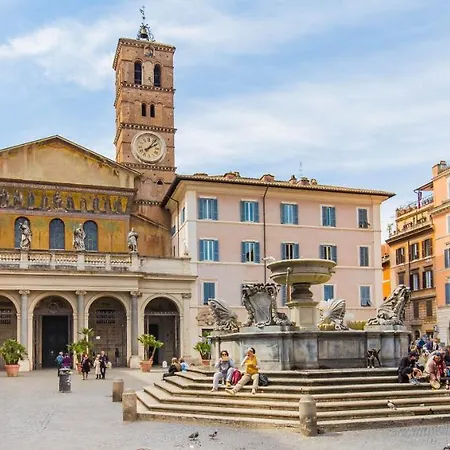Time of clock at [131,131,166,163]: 2:06
